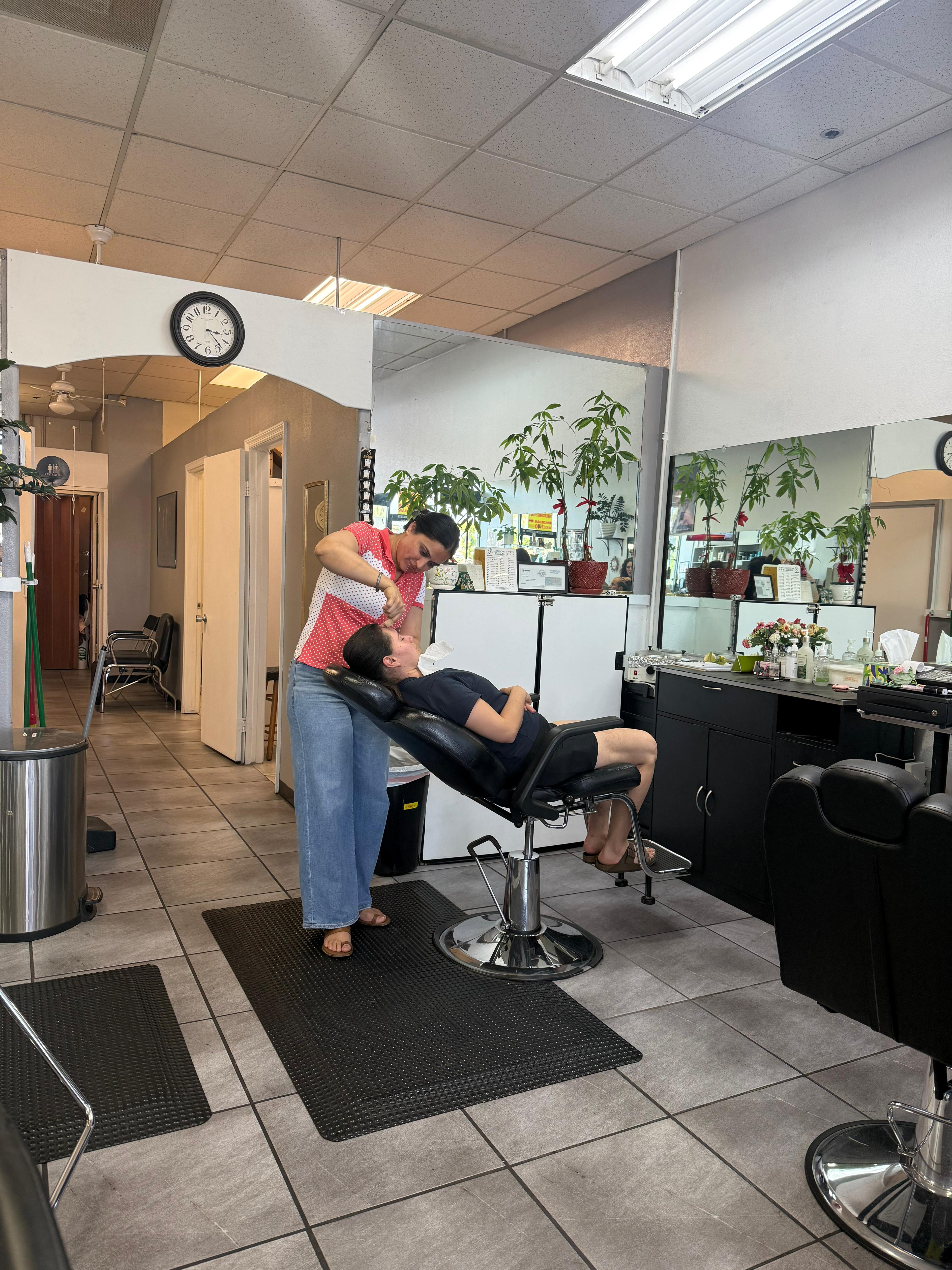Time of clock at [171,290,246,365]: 3:23
